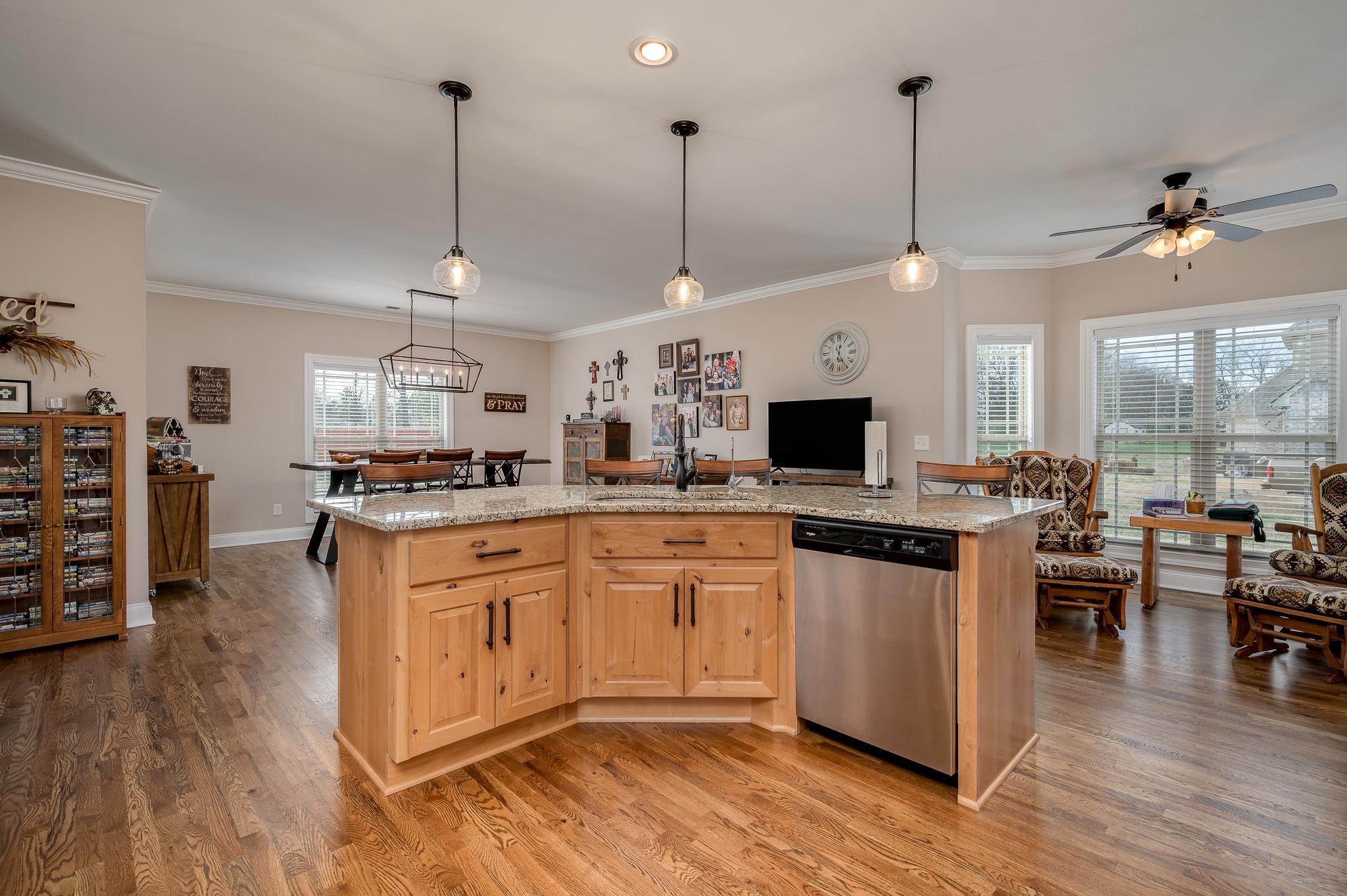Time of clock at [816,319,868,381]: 12:24
